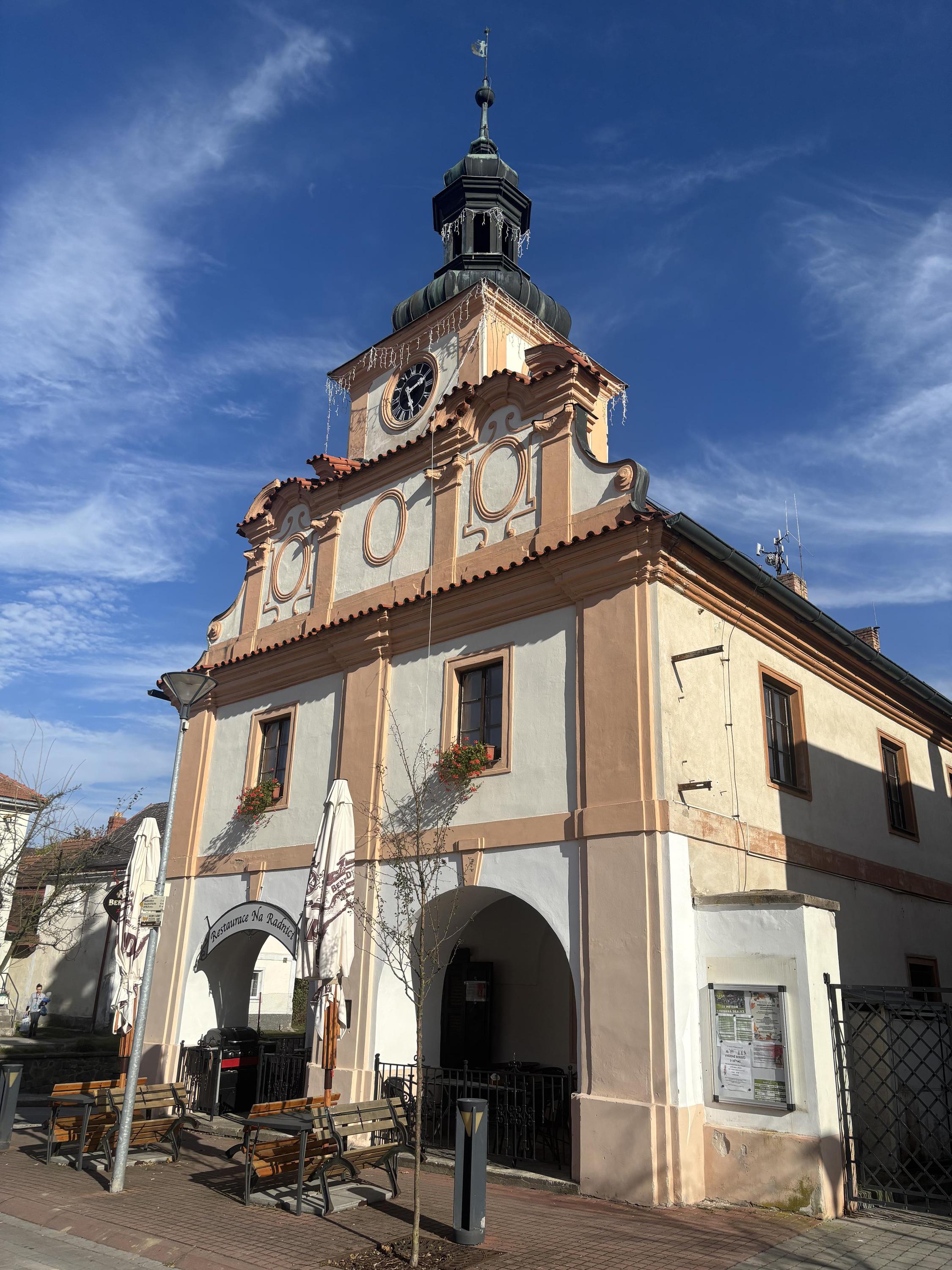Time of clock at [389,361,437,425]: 2:24
